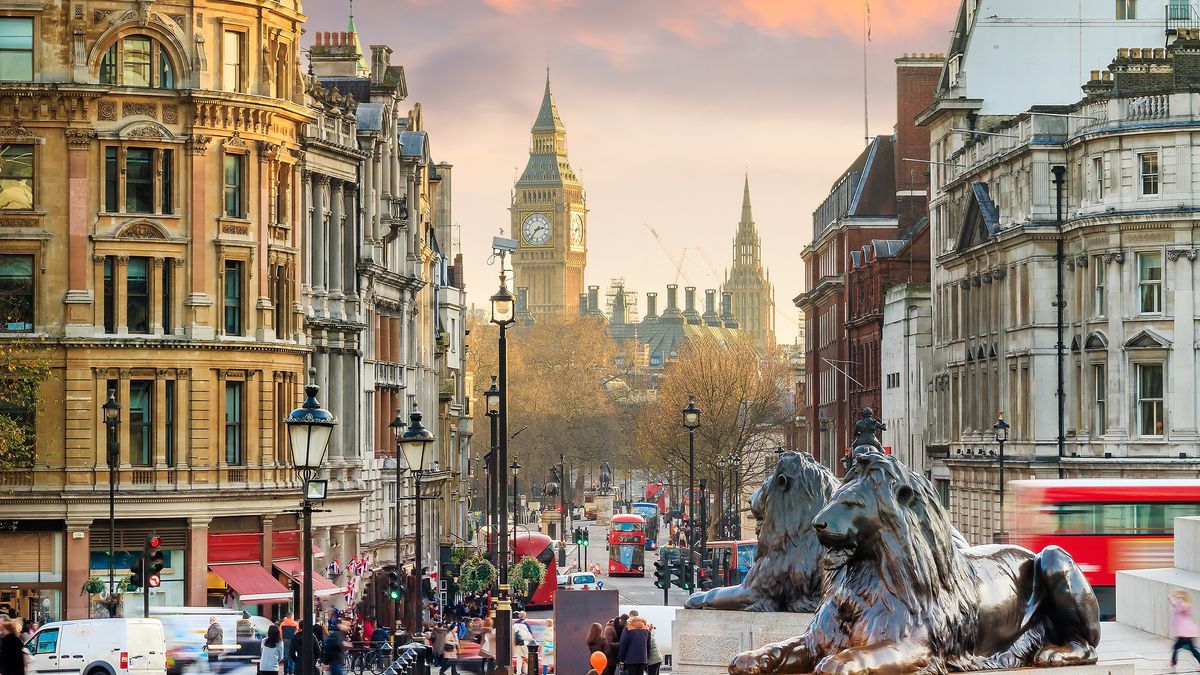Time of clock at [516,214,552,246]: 2:36
